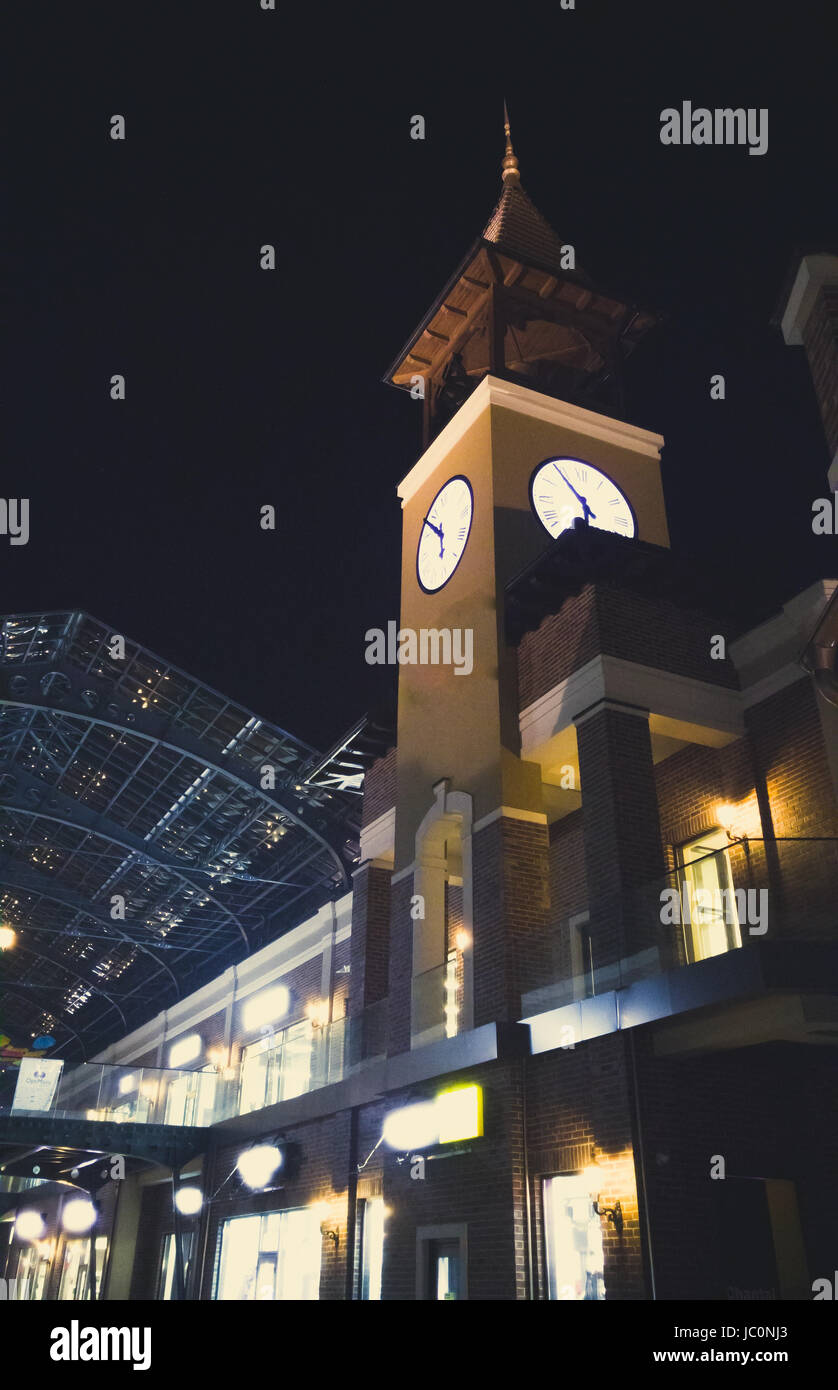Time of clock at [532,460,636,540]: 5:54
